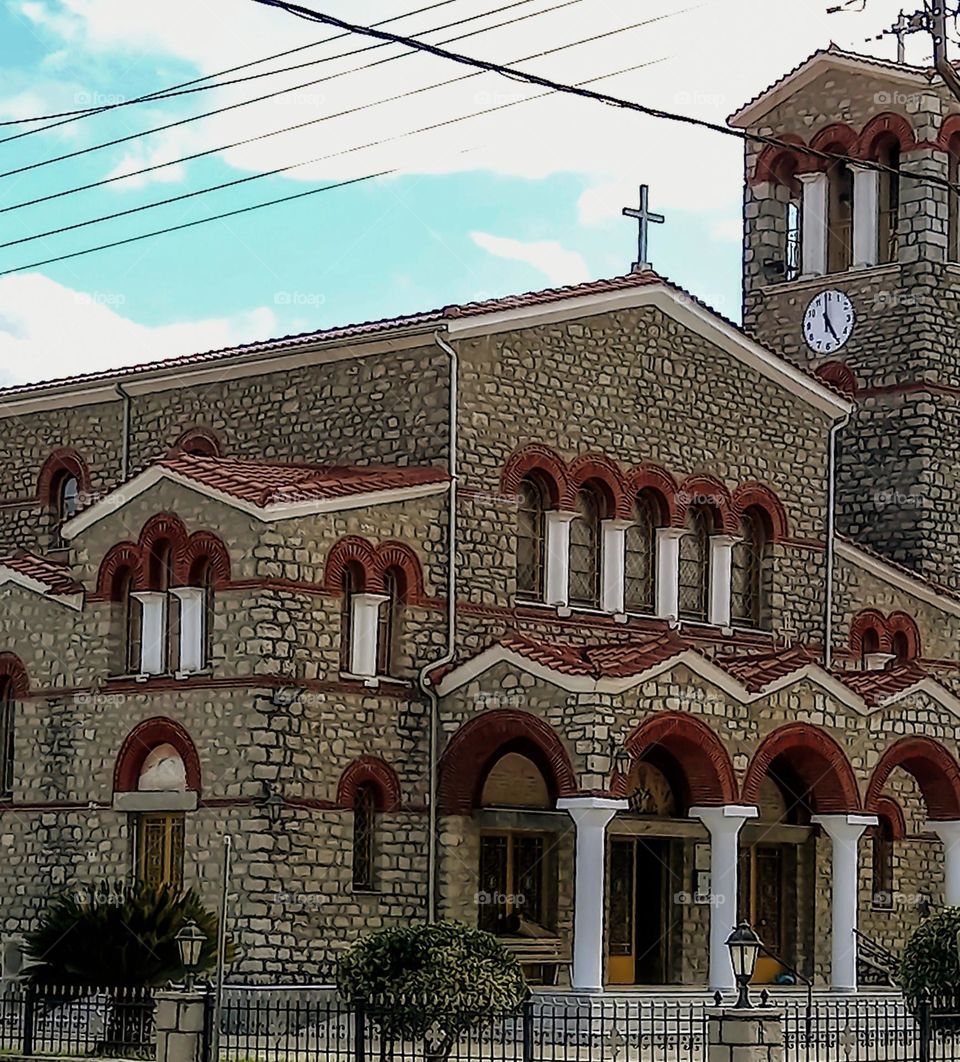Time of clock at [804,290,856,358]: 4:59
